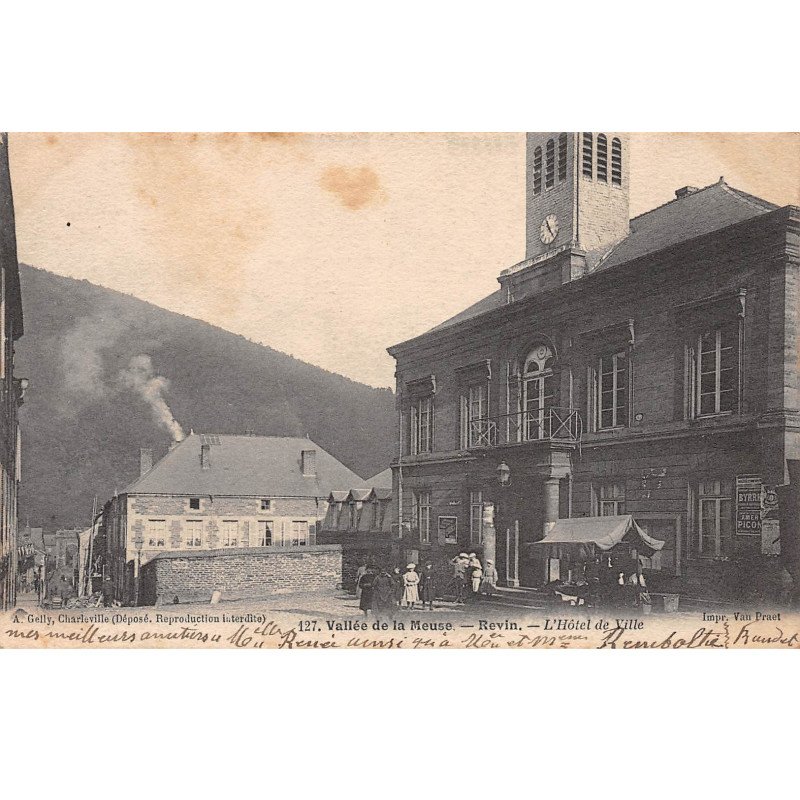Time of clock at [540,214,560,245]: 11:24
